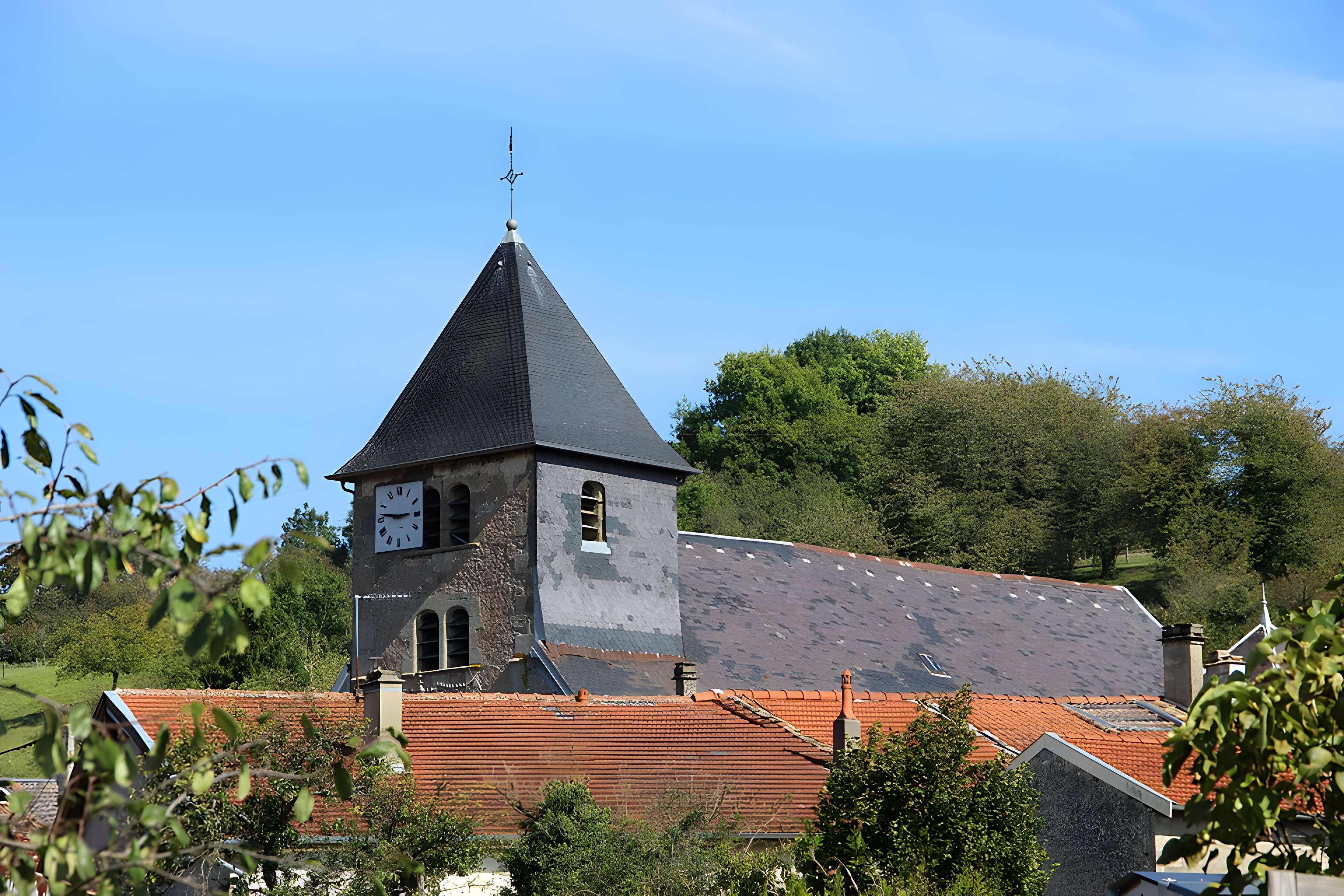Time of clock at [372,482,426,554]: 2:46
